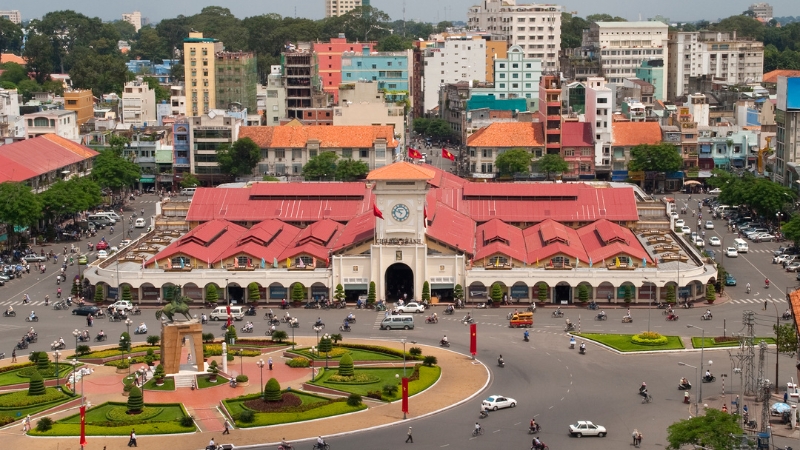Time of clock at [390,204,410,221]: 10:47
